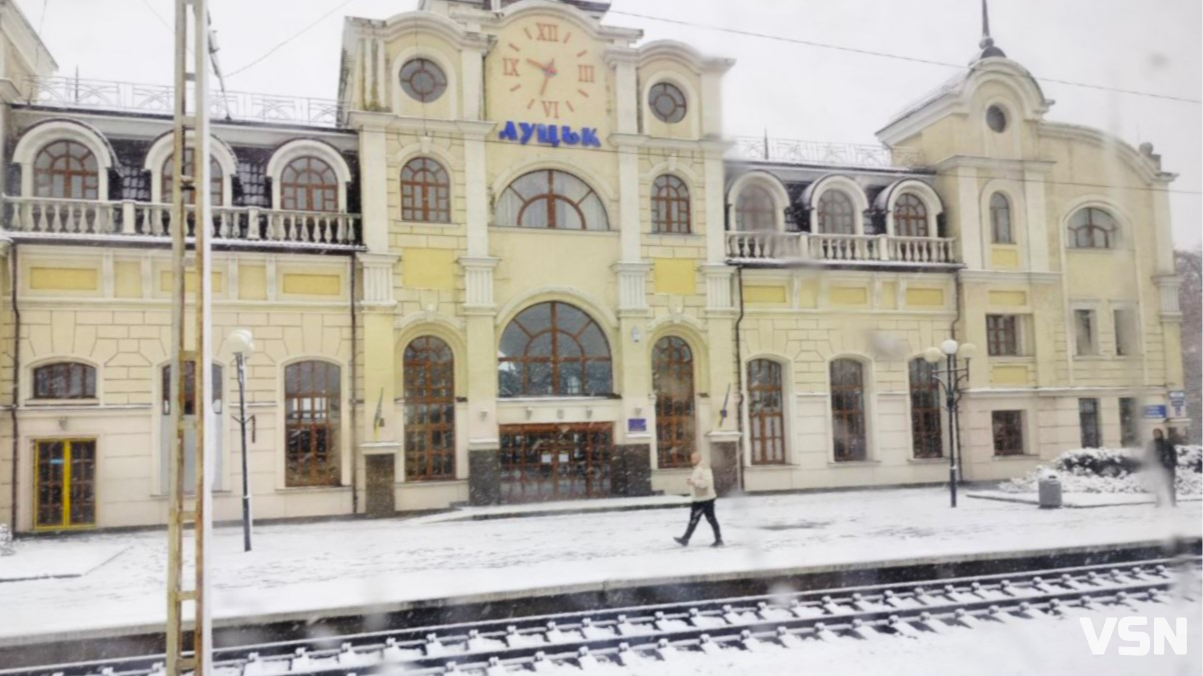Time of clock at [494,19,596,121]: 9:33
